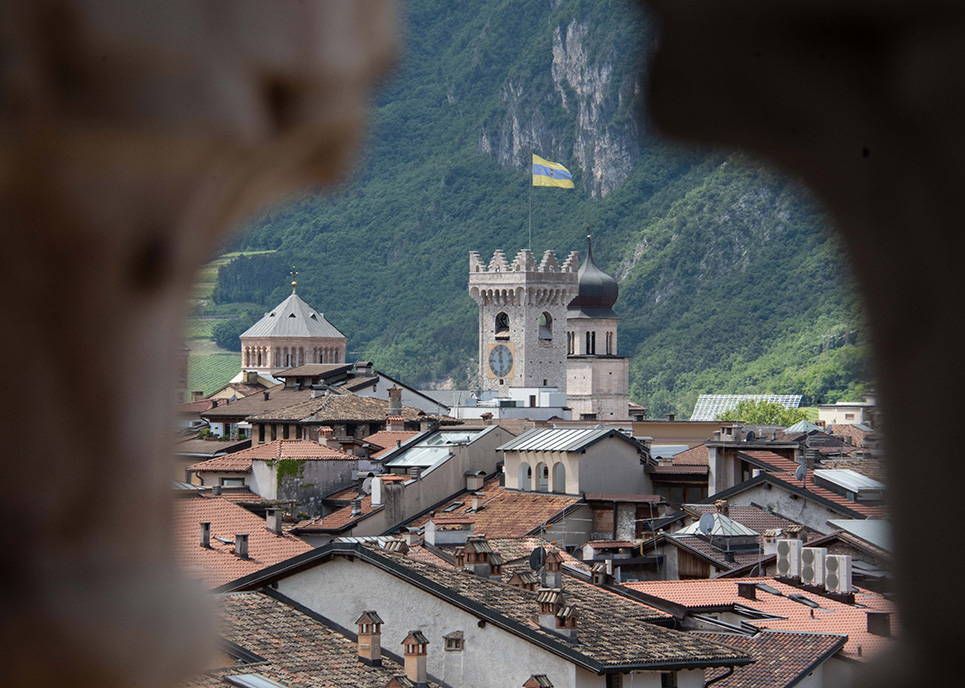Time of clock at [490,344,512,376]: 11:28
